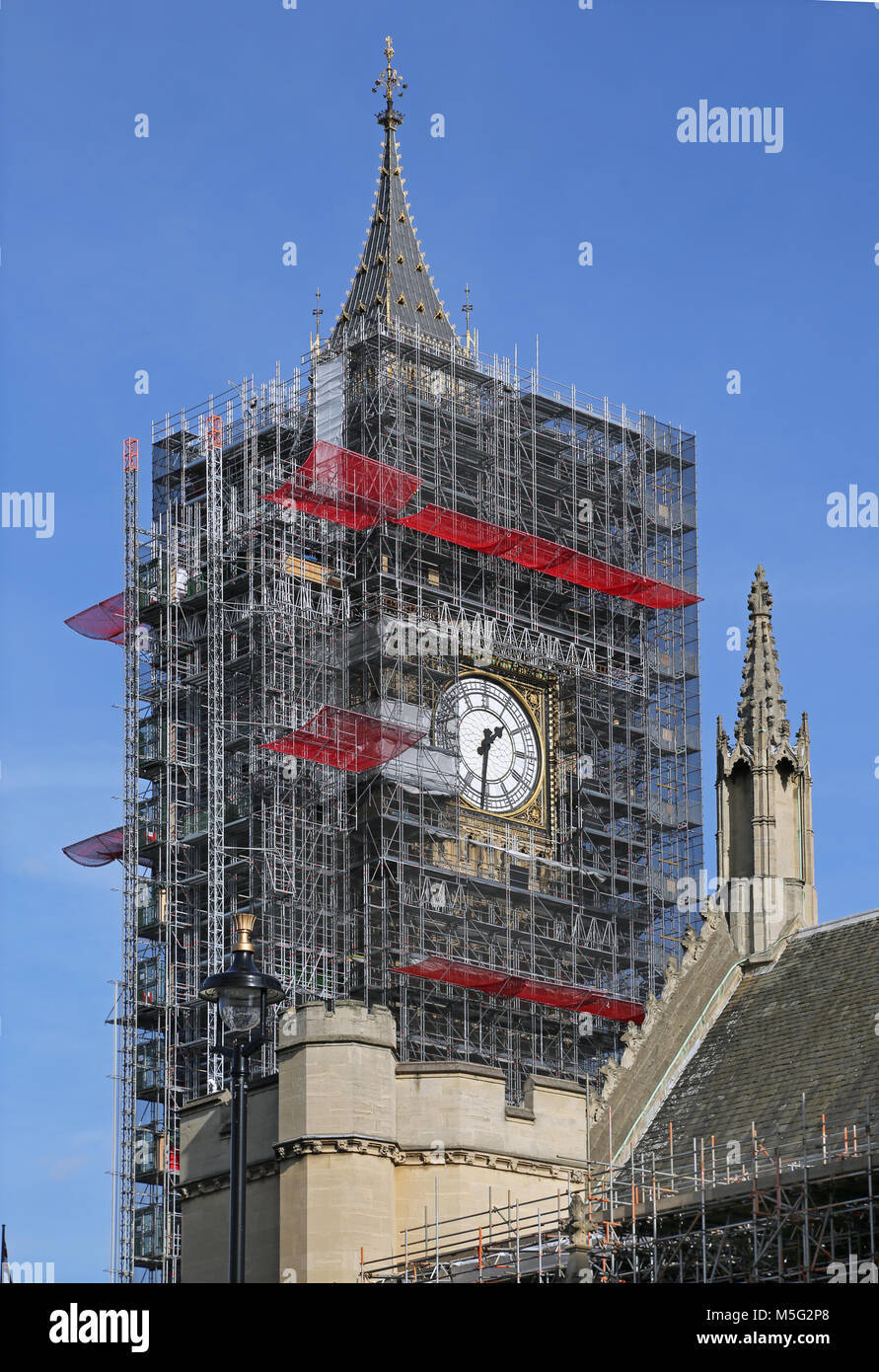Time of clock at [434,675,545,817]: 1:31
